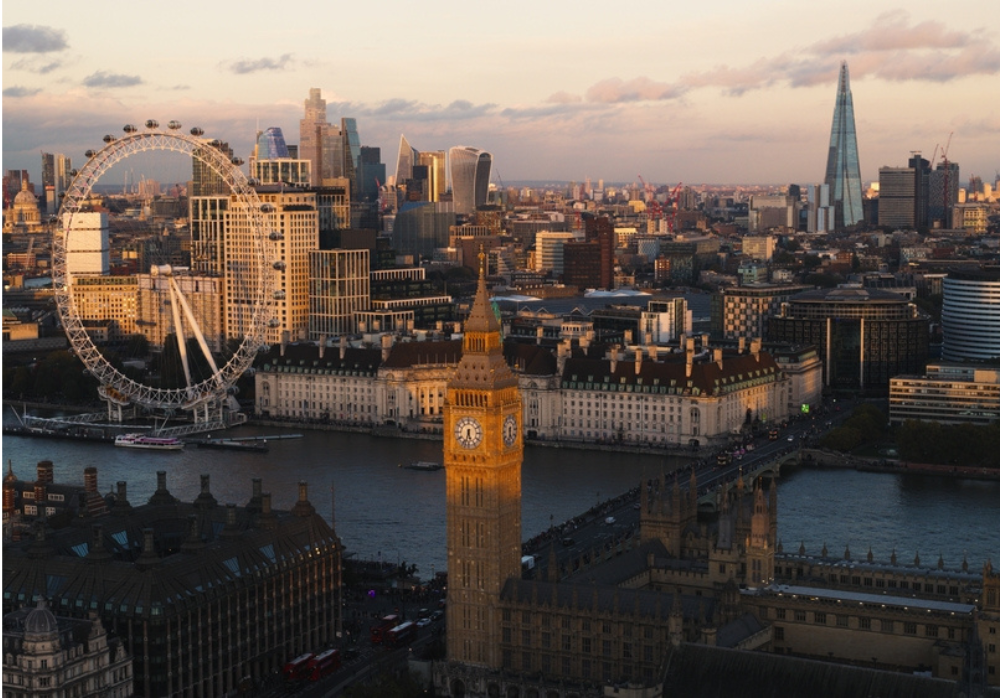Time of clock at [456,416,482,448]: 5:32
